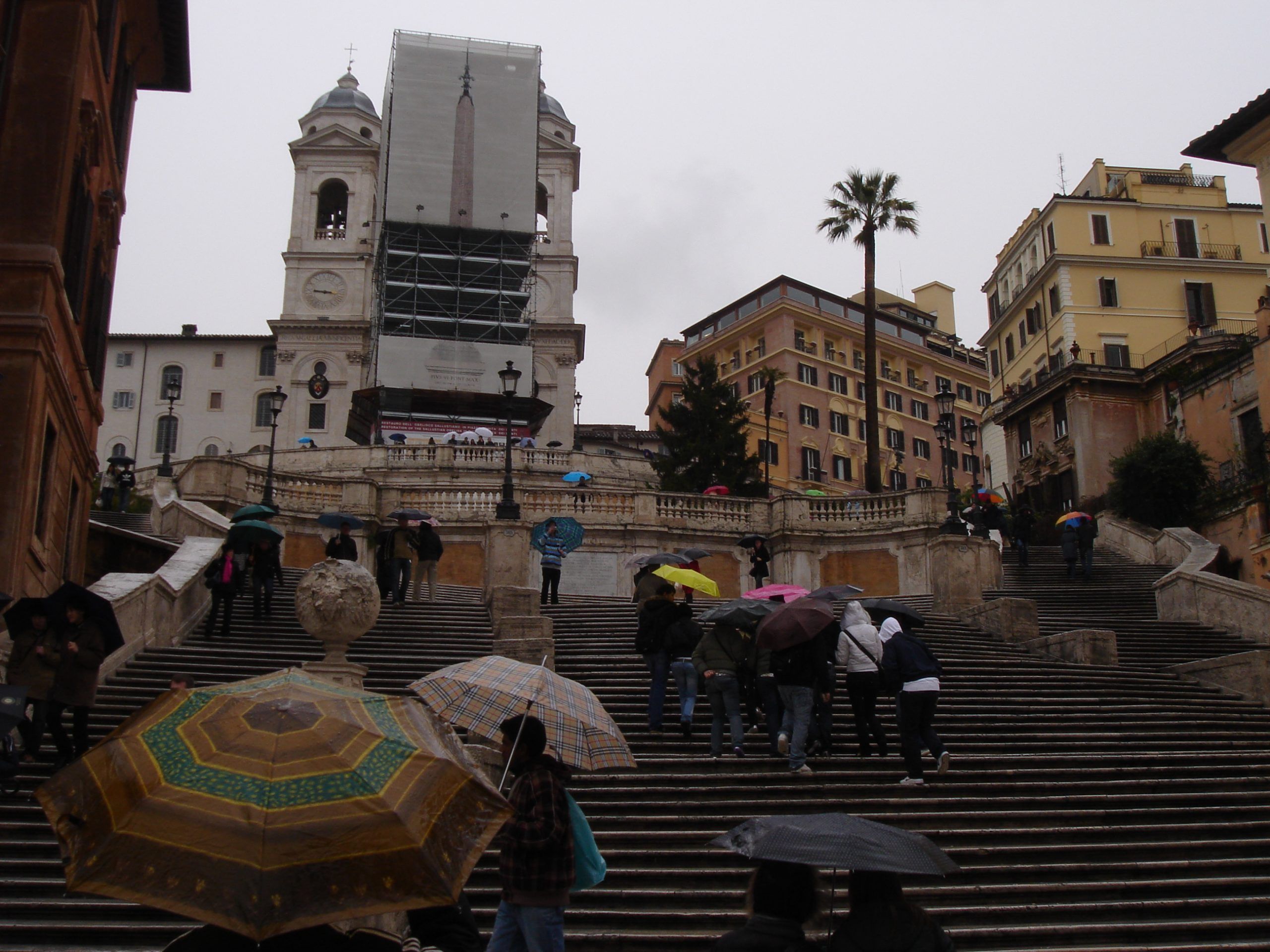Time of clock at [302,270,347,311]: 9:17
